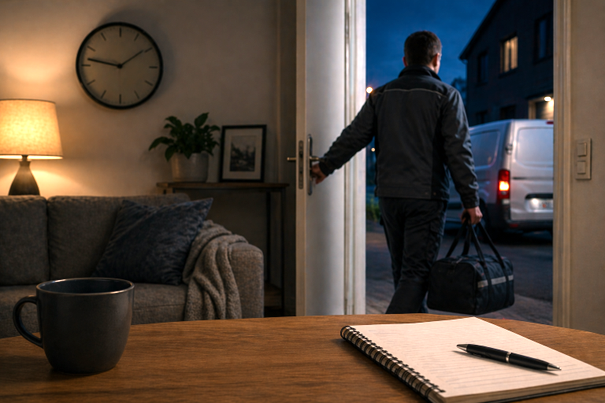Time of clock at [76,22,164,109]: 1:46
